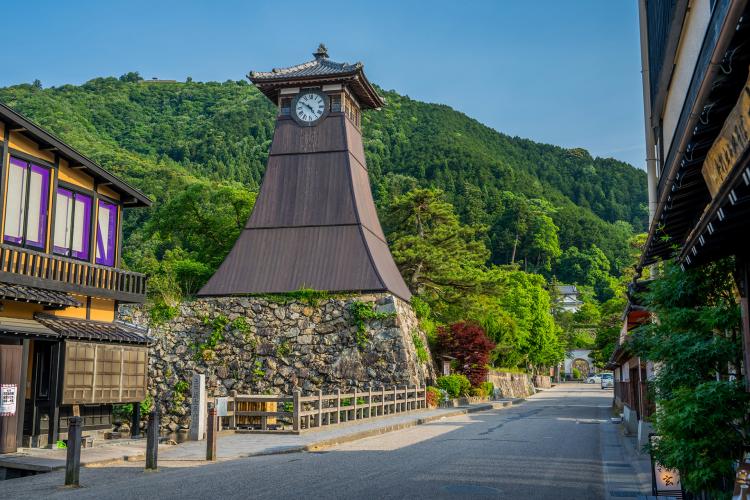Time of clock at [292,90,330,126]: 4:50
